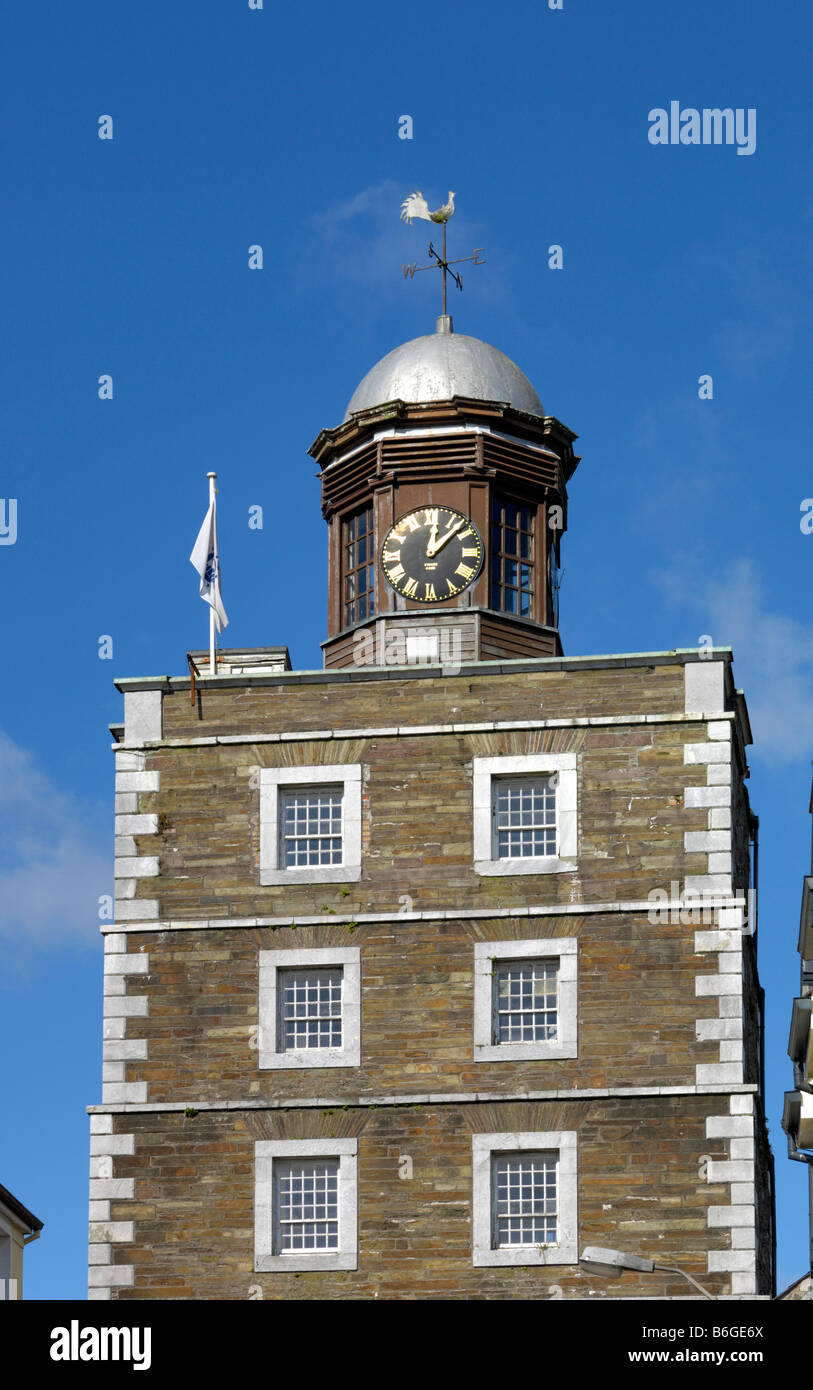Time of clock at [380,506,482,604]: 12:07
